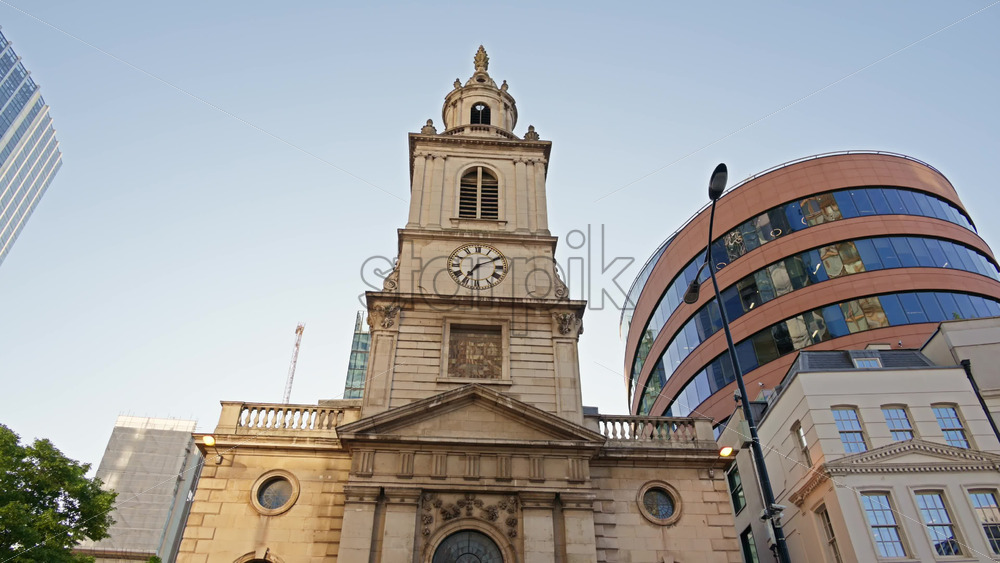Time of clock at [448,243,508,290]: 7:10
